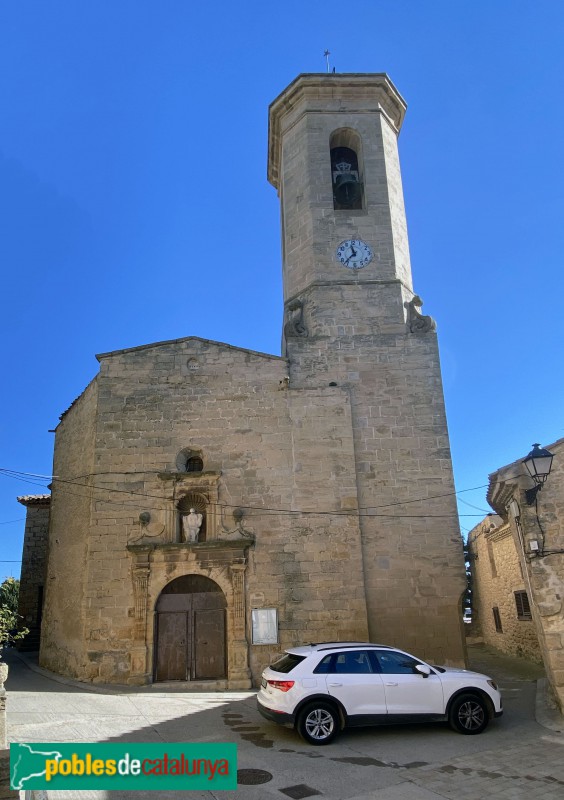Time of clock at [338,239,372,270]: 11:37
